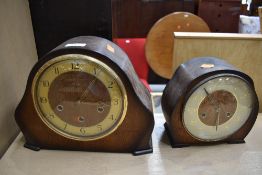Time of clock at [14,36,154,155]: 1:16
